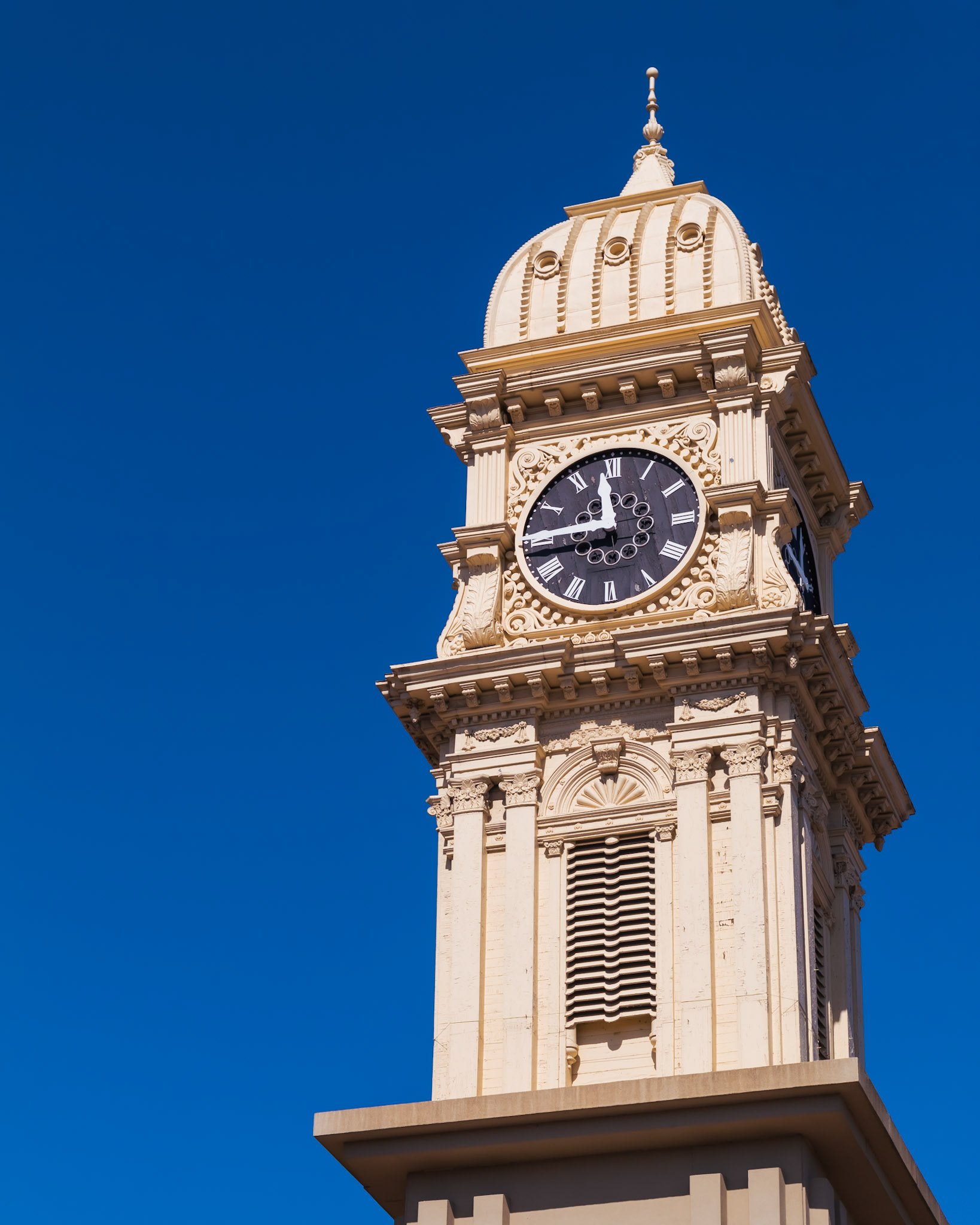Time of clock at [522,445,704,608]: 11:44
